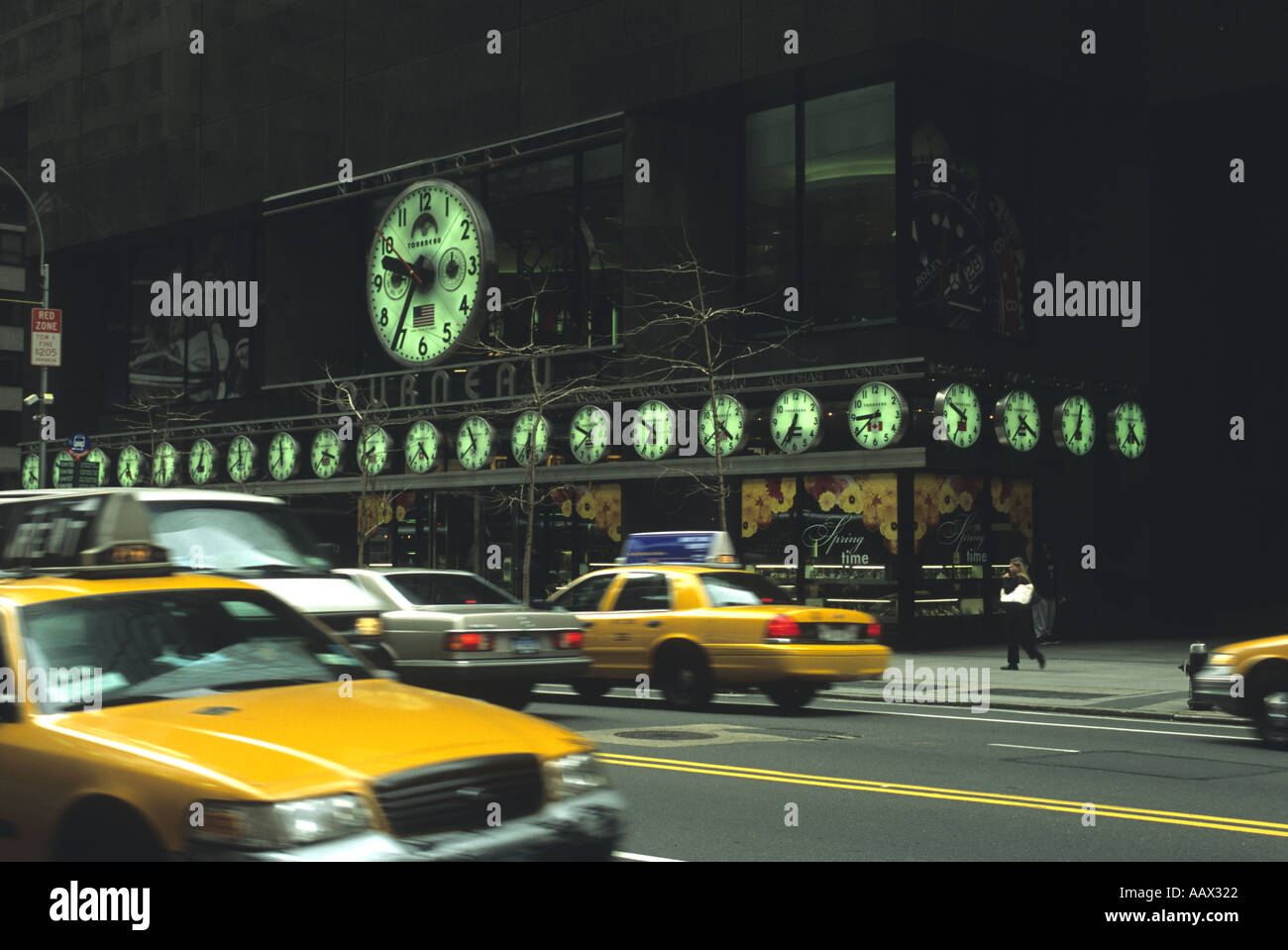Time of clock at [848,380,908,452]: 8:38
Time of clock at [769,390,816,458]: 6:35
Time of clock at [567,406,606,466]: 9:38
